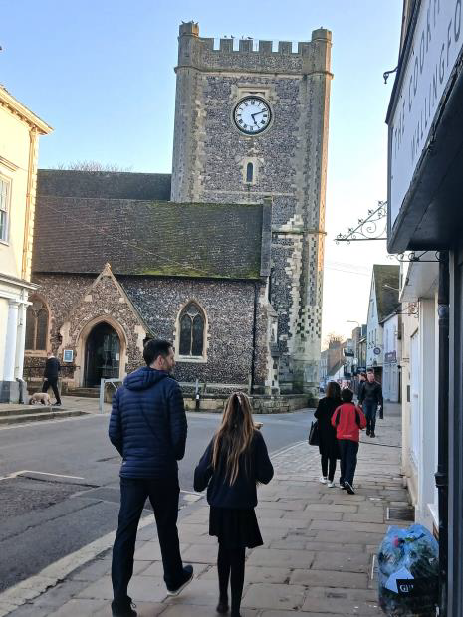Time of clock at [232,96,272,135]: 5:11
